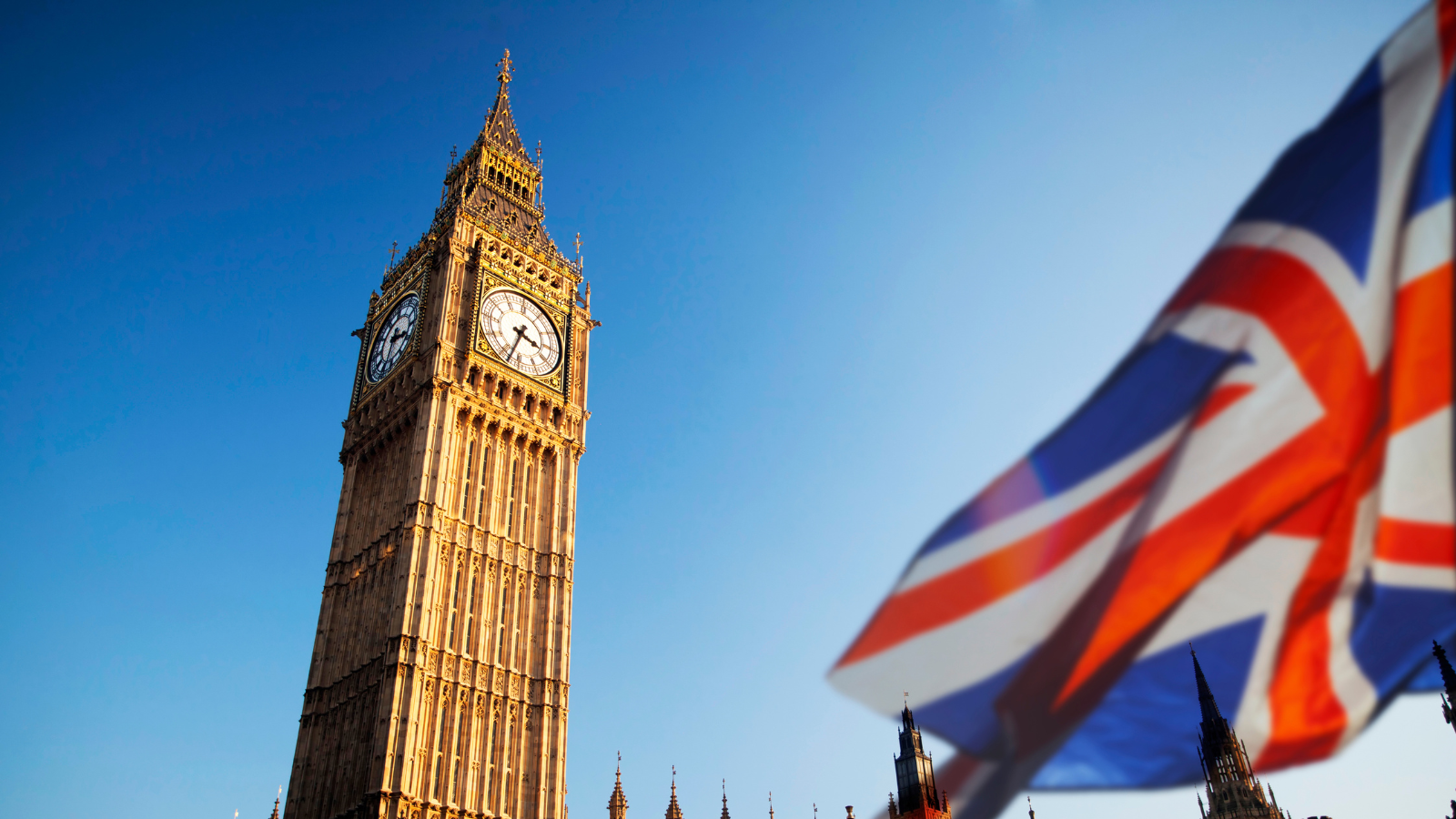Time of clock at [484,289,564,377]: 3:33
